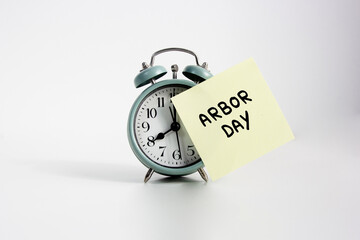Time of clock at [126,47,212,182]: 7:58
